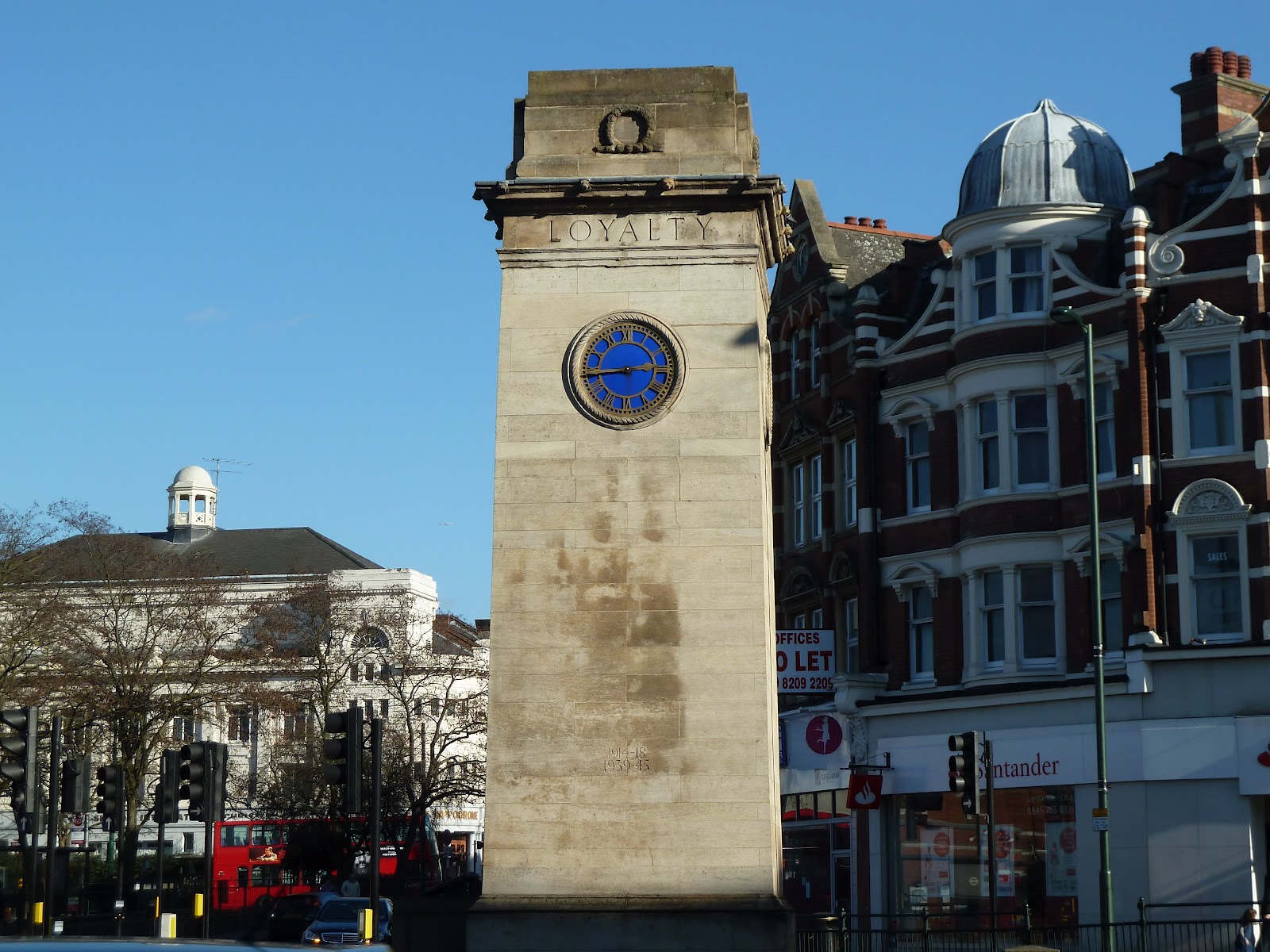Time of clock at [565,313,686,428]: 2:43
